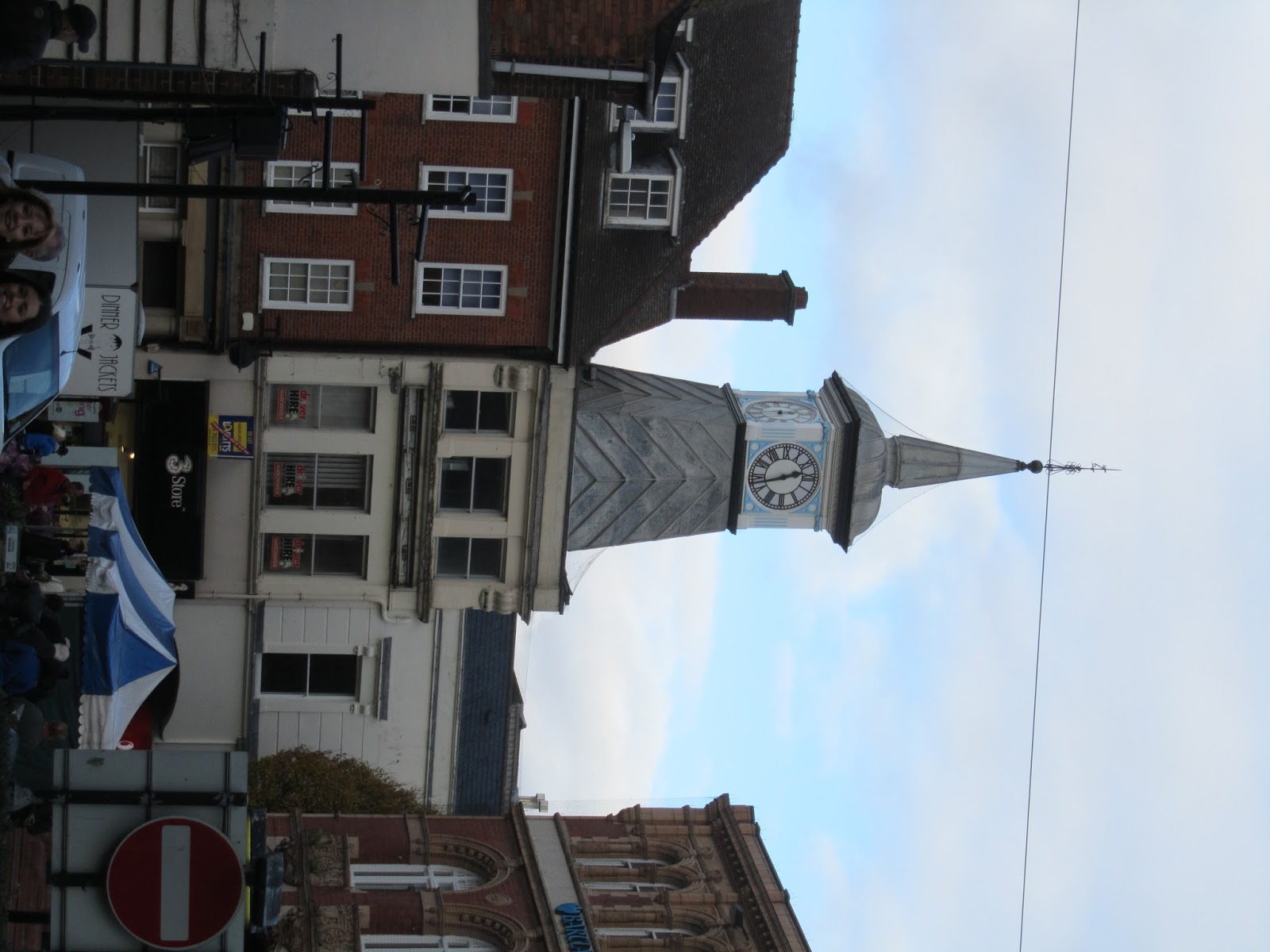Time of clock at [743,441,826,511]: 2:42
